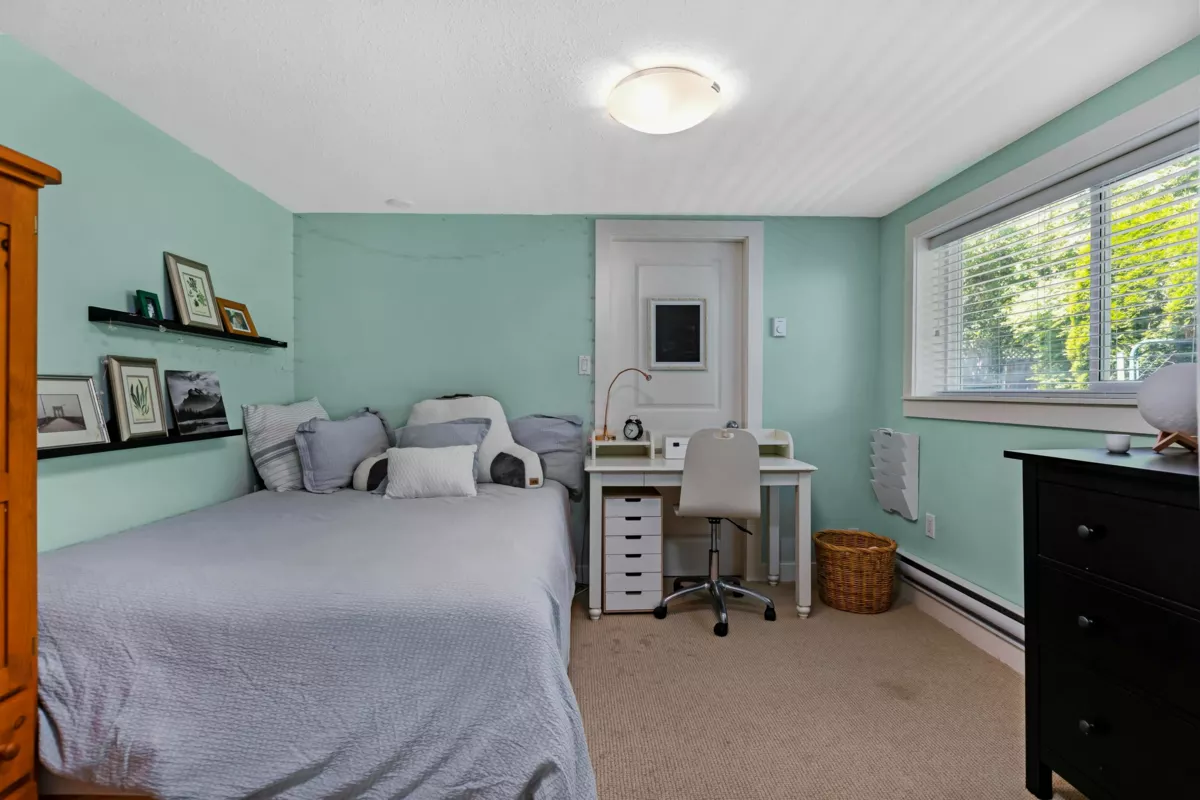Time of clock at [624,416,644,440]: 9:36
